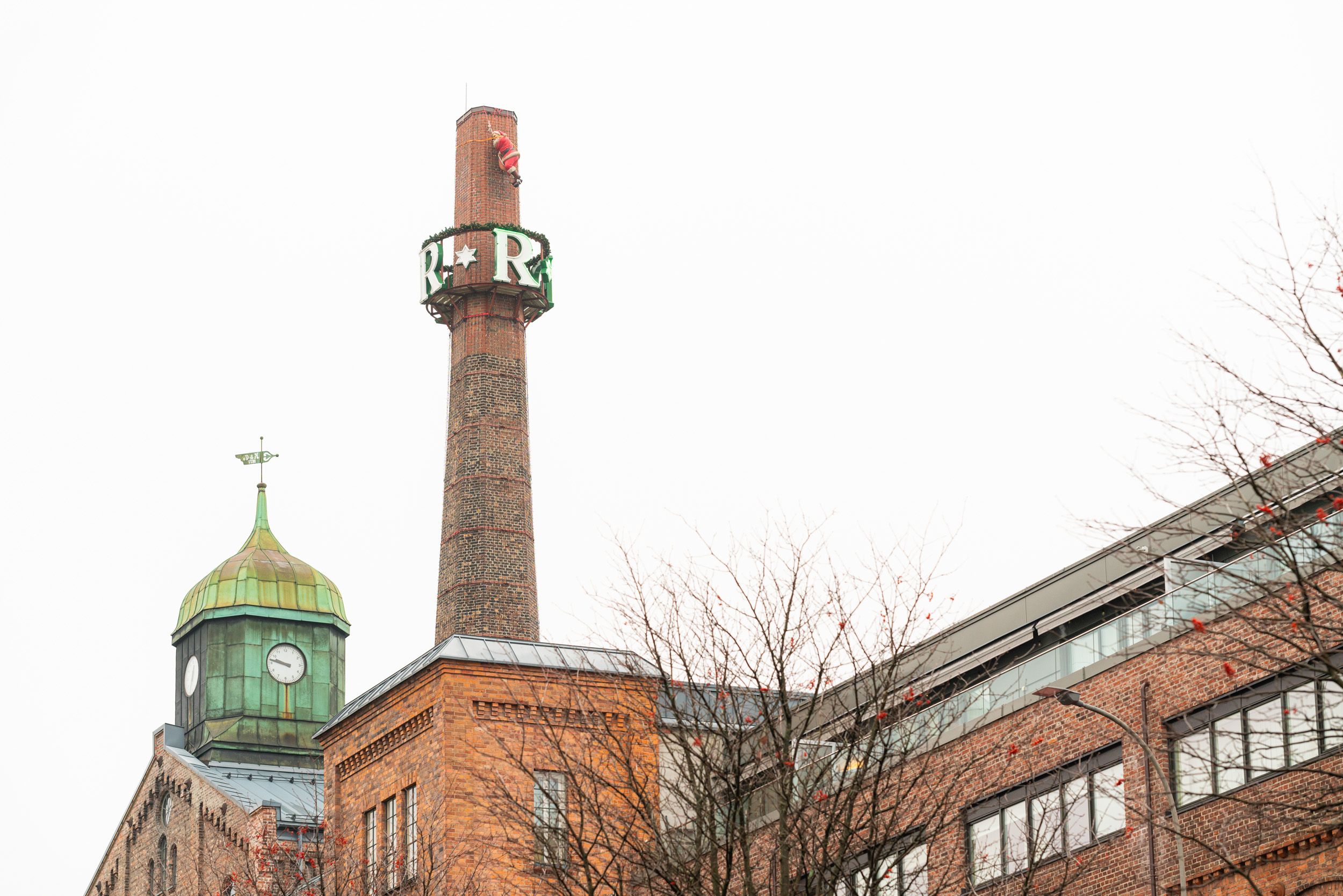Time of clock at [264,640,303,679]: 9:47
